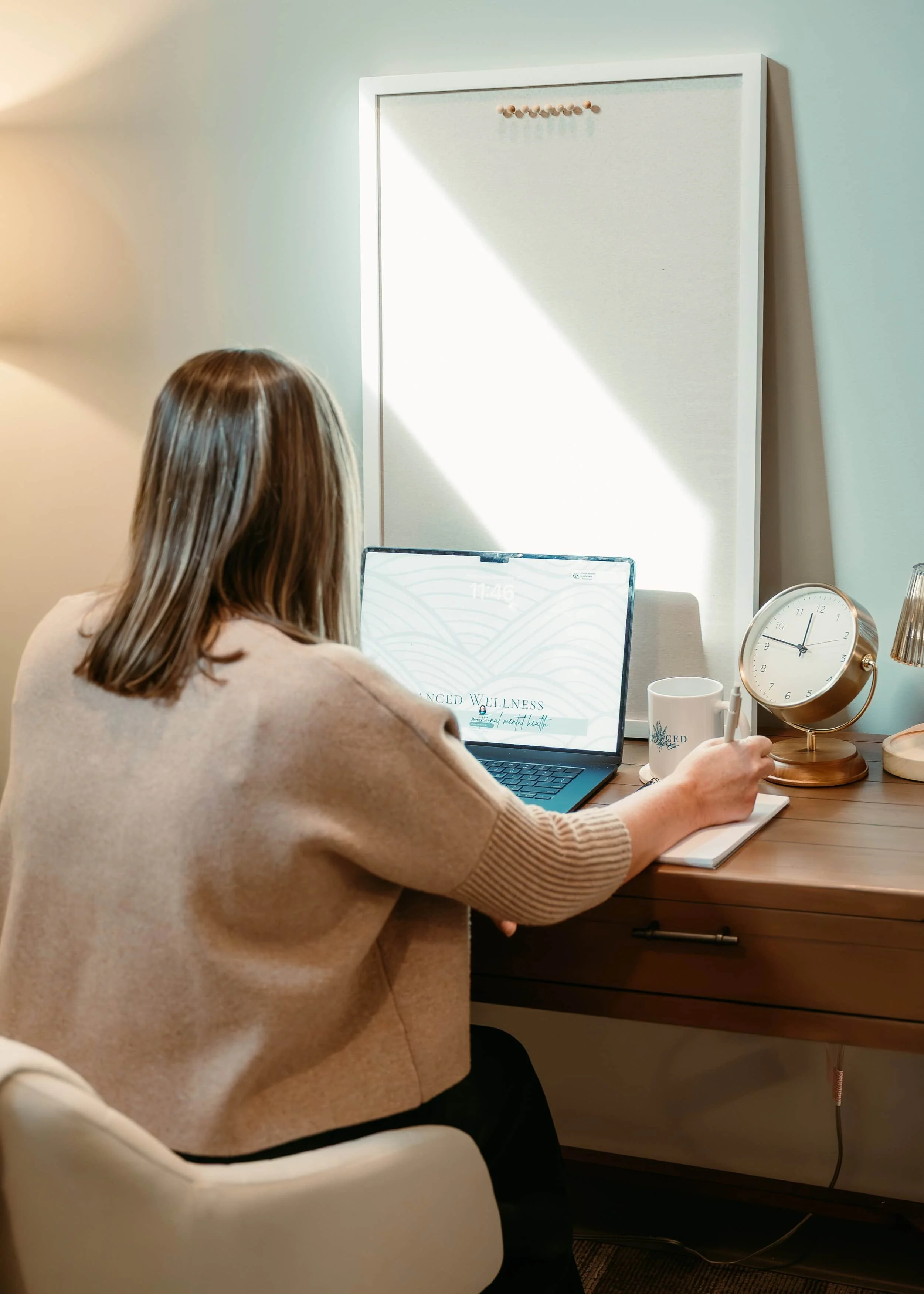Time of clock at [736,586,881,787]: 11:46
